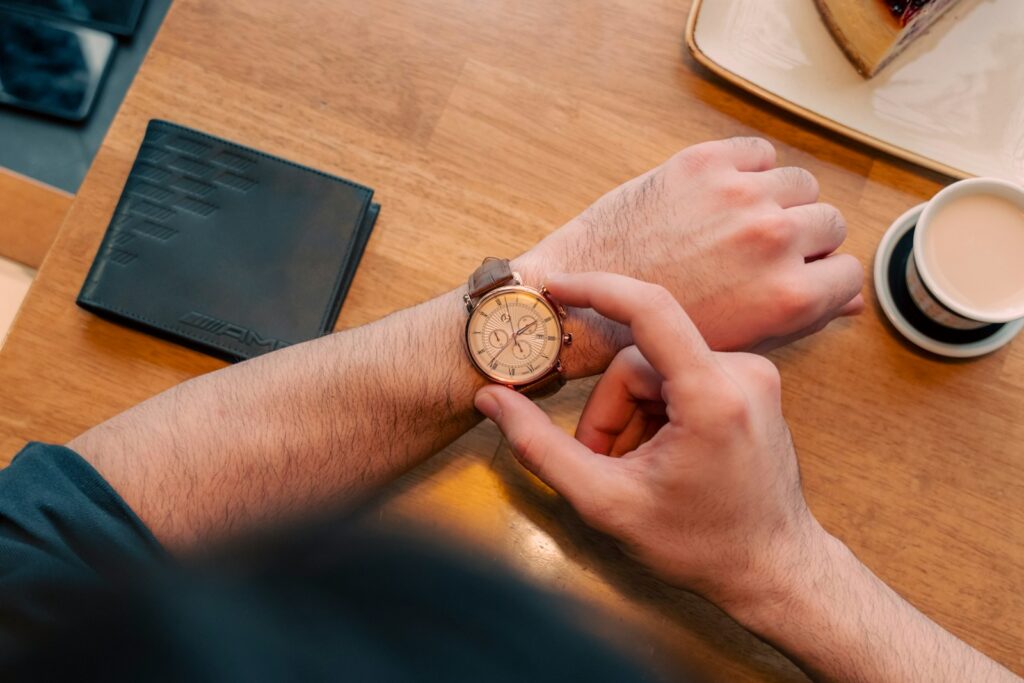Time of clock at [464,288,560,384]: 1:36
